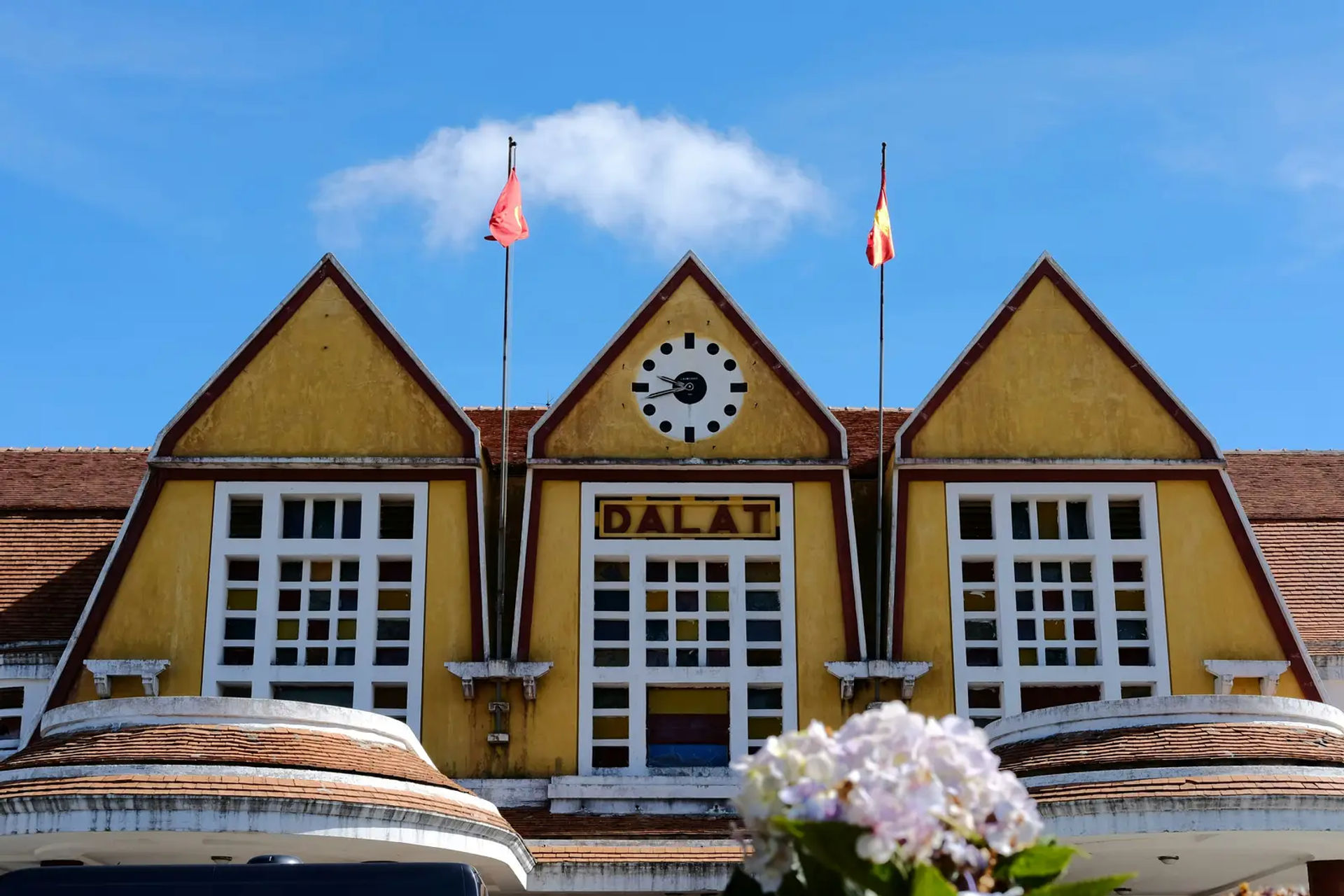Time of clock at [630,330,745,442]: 9:42
